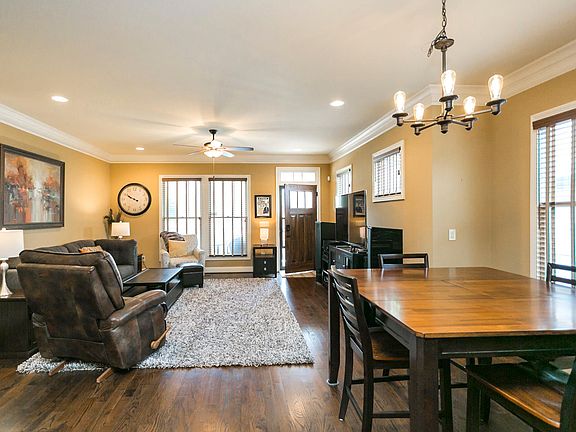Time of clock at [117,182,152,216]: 9:50
